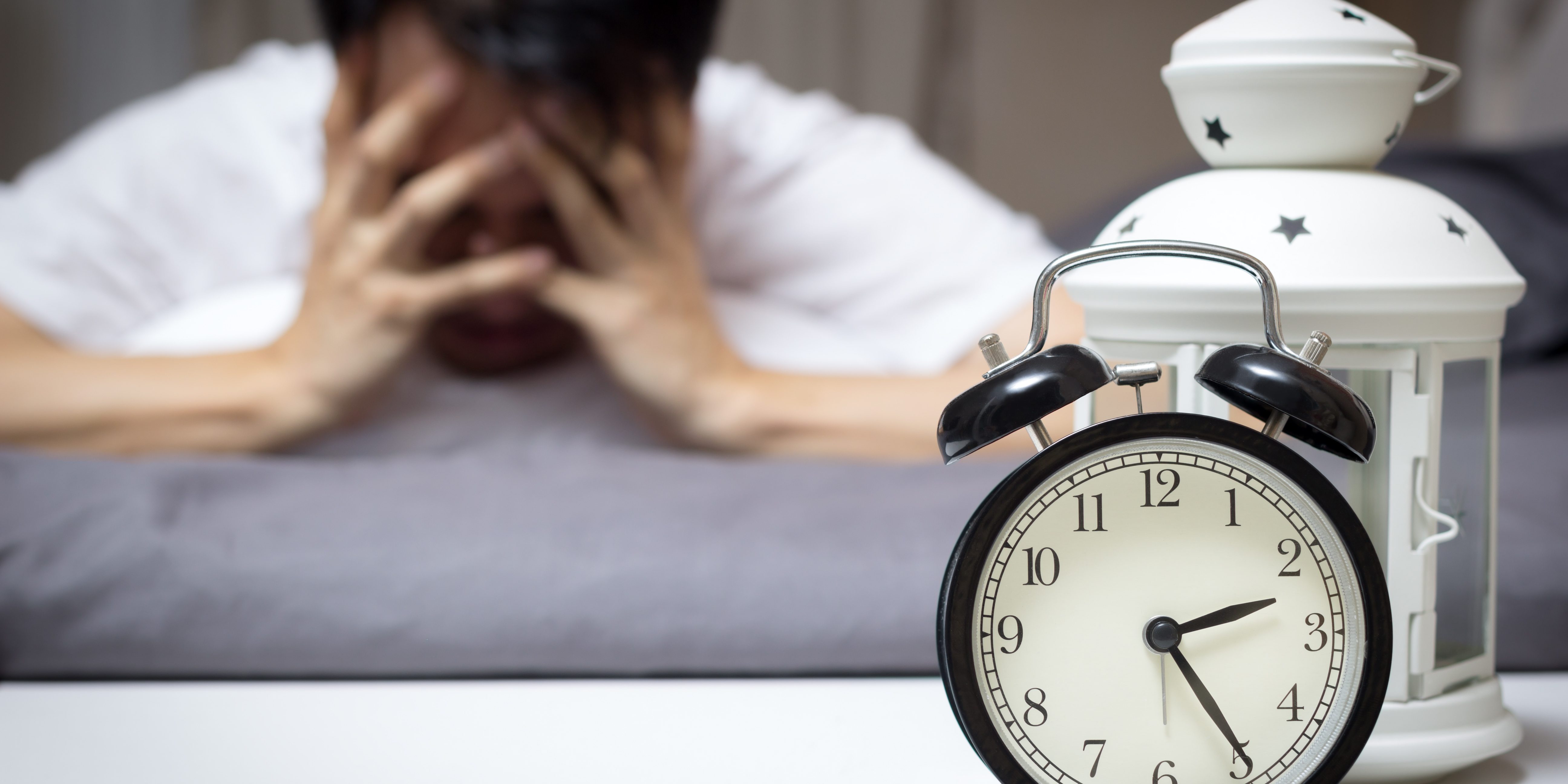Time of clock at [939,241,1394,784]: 2:24
